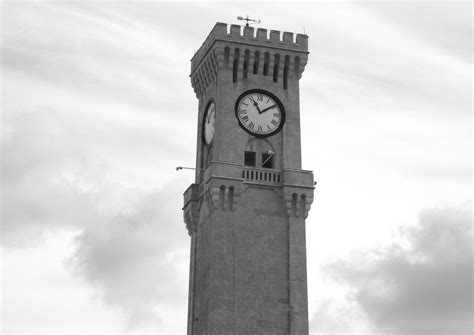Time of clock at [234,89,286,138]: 11:09
